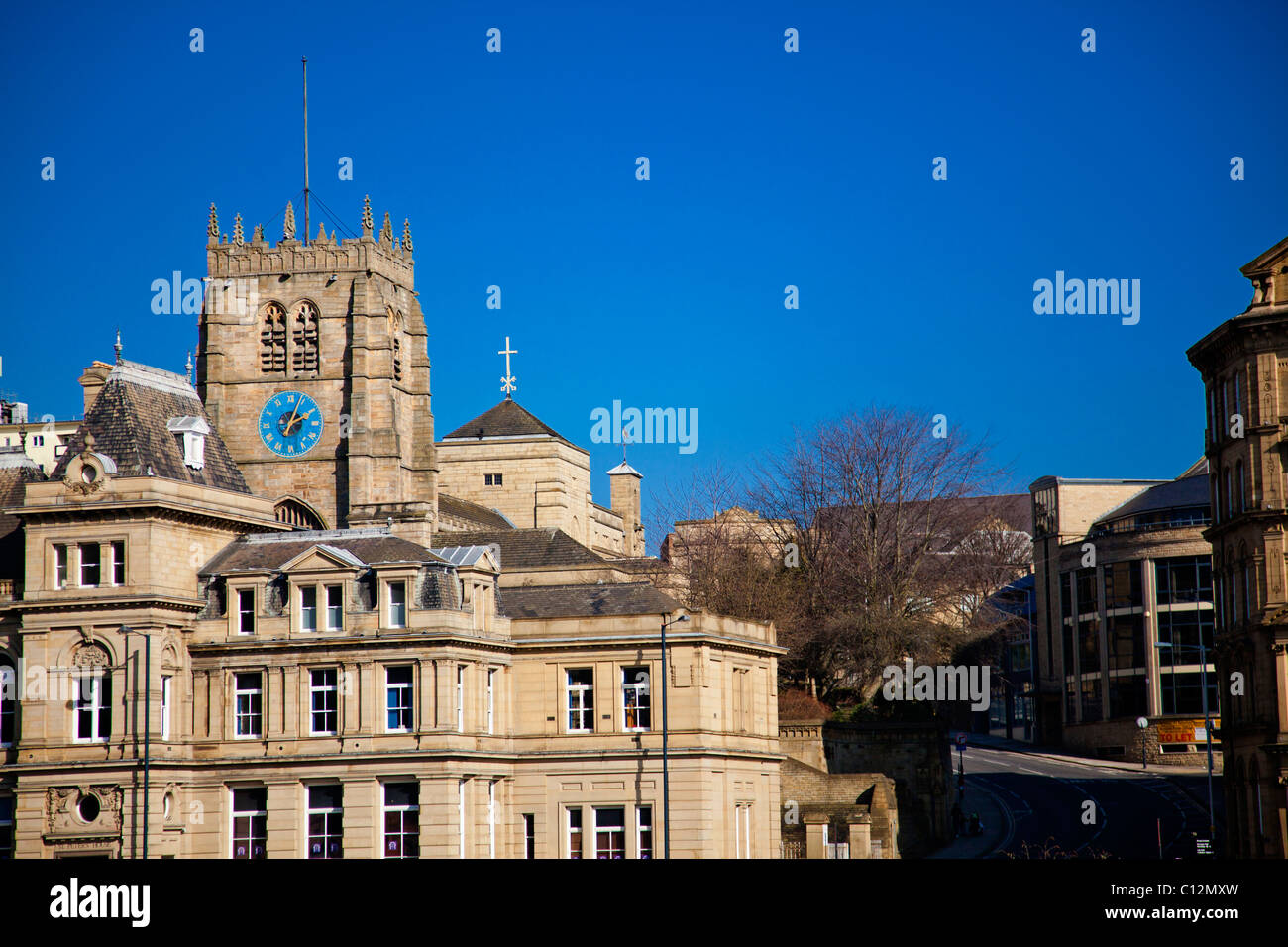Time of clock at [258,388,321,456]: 2:03
